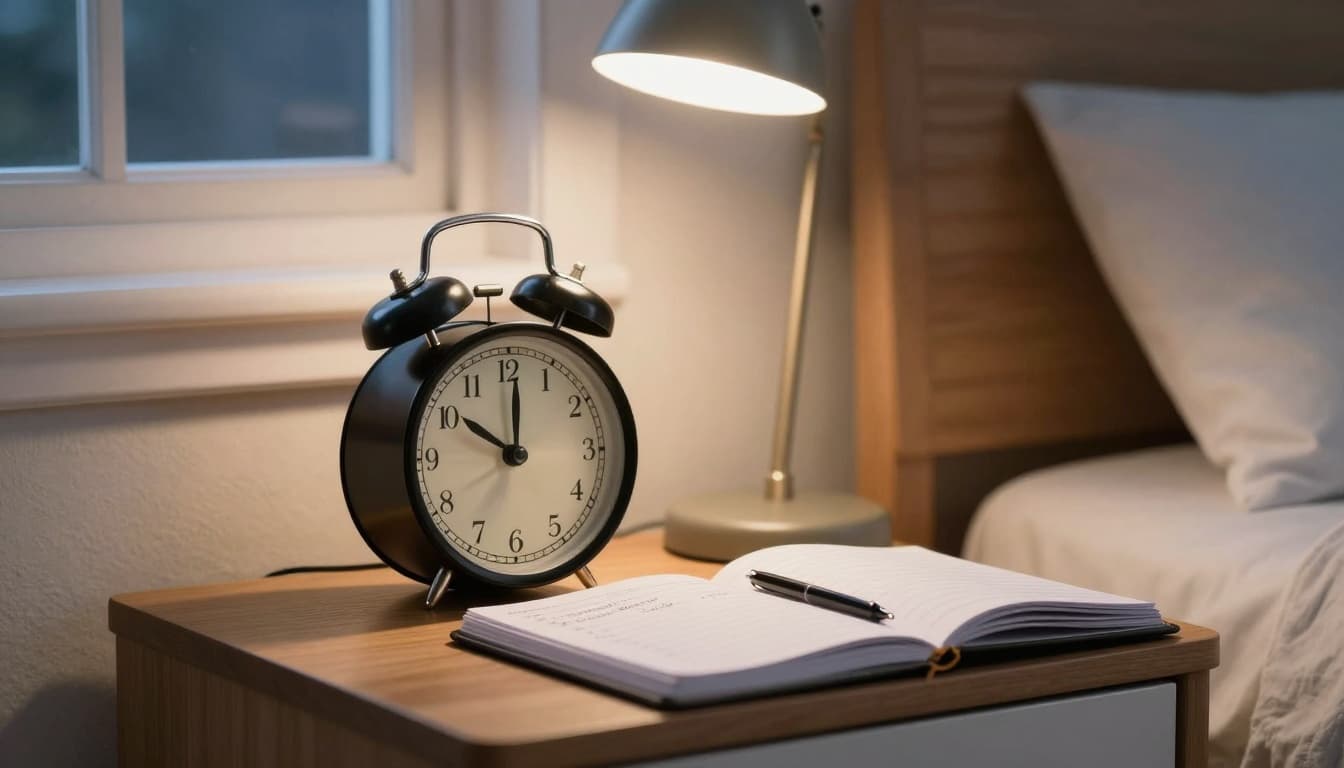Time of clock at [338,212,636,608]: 10:00
